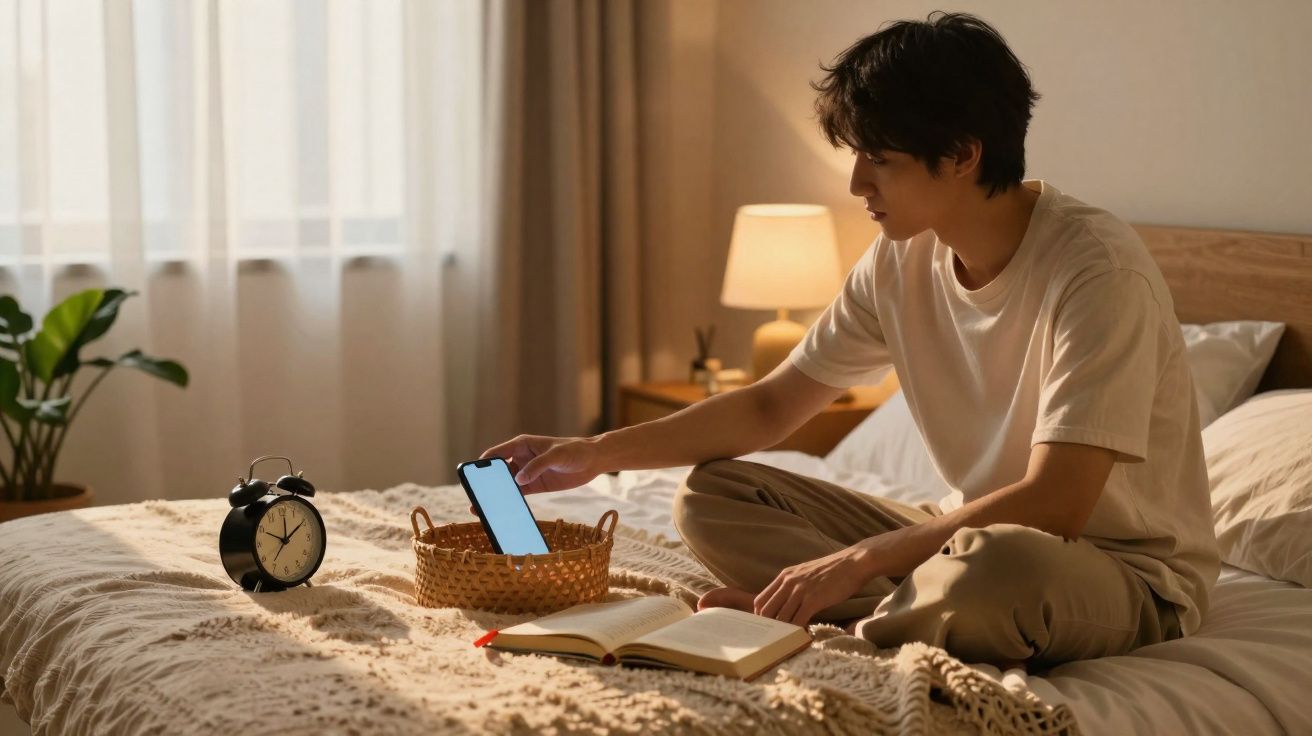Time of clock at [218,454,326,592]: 12:09
